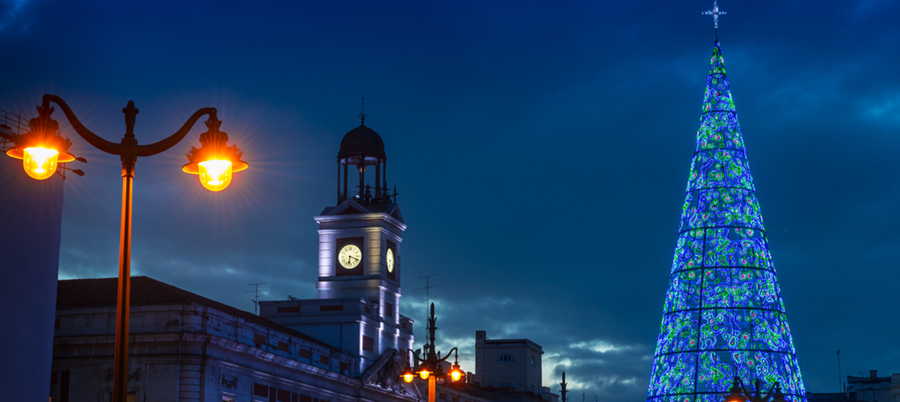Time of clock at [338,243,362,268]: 6:18
